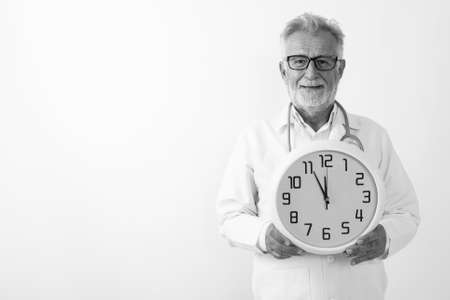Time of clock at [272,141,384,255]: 11:55
